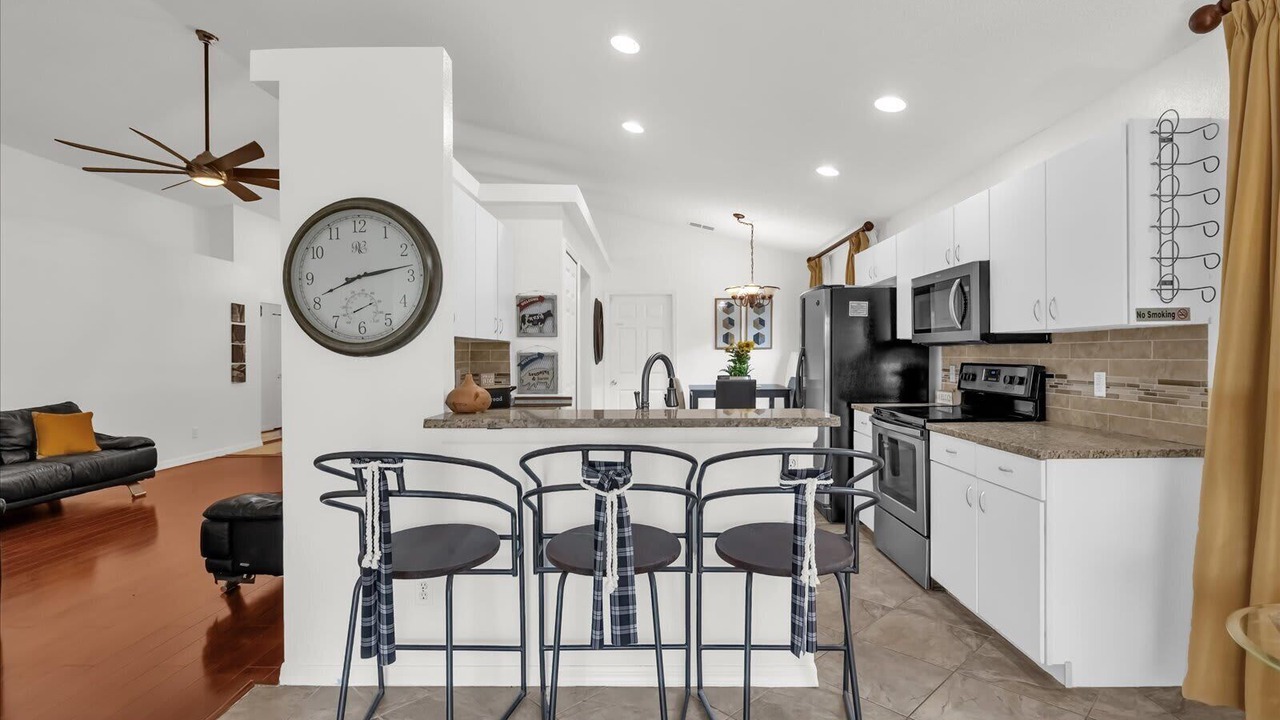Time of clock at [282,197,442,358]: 8:12
